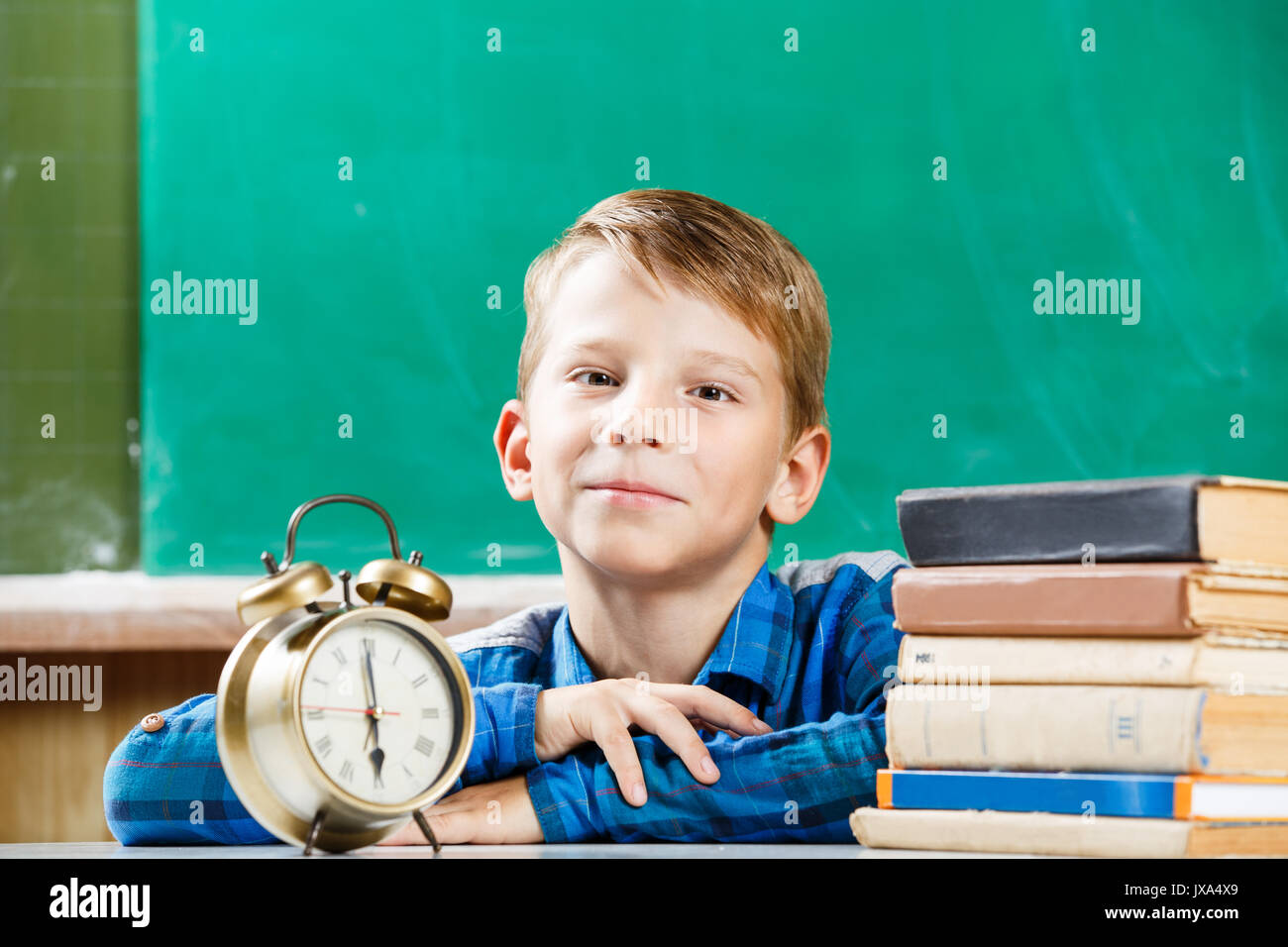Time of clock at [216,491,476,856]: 5:59
